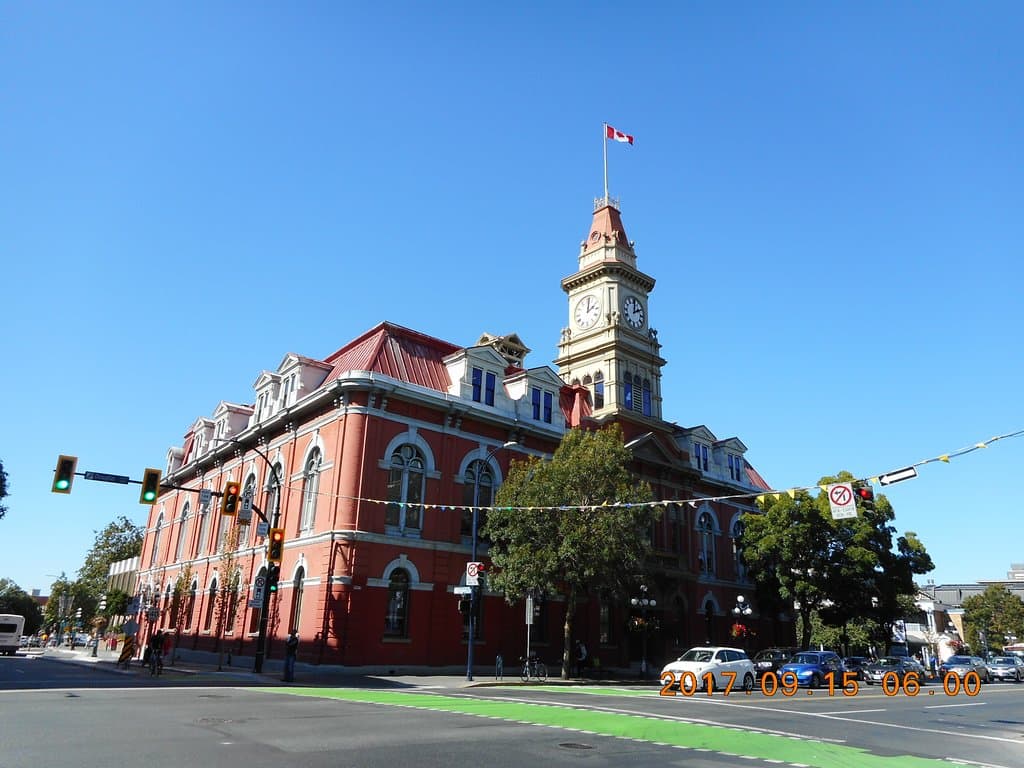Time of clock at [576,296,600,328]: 2:01
